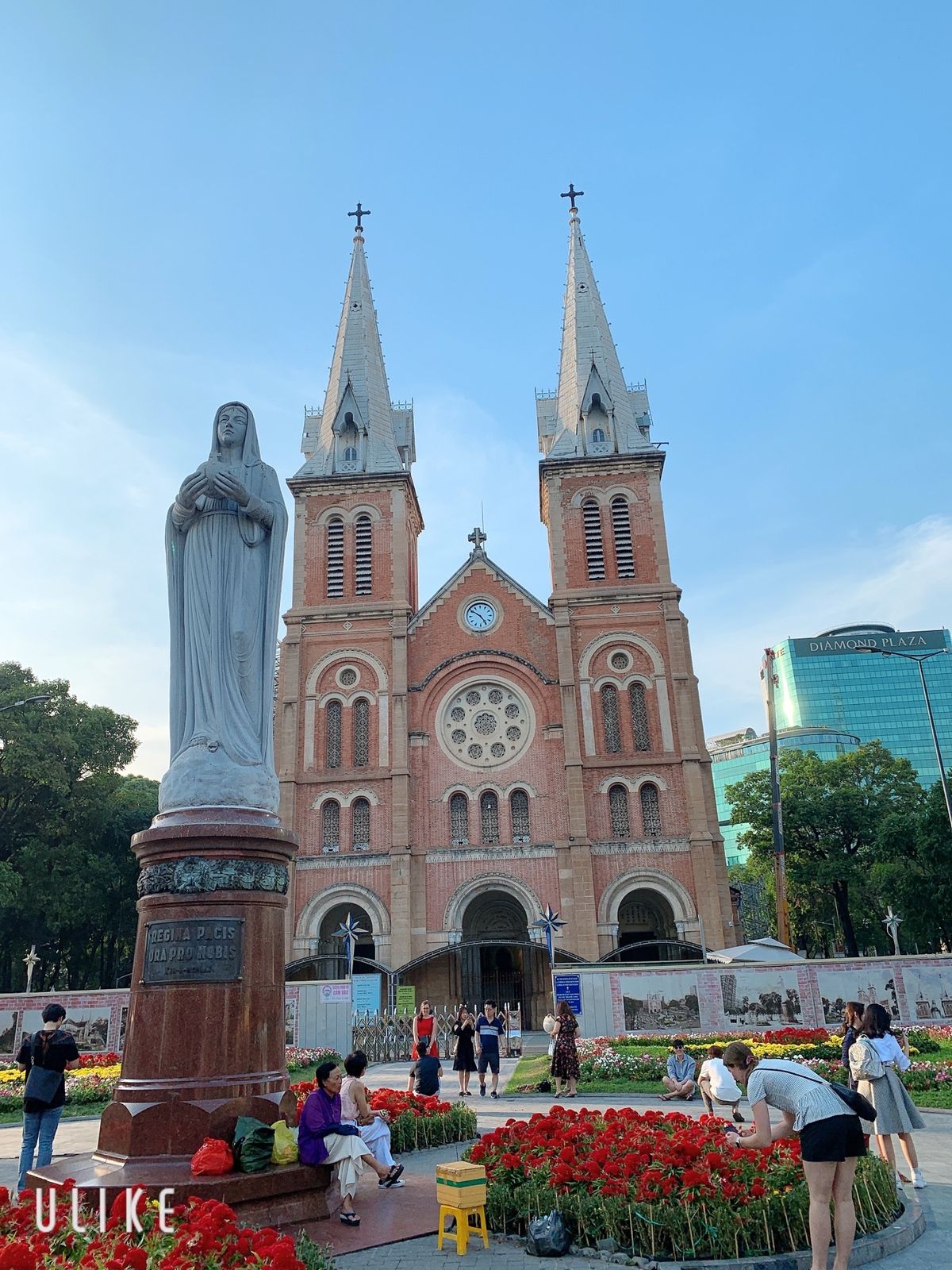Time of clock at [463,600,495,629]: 4:50
